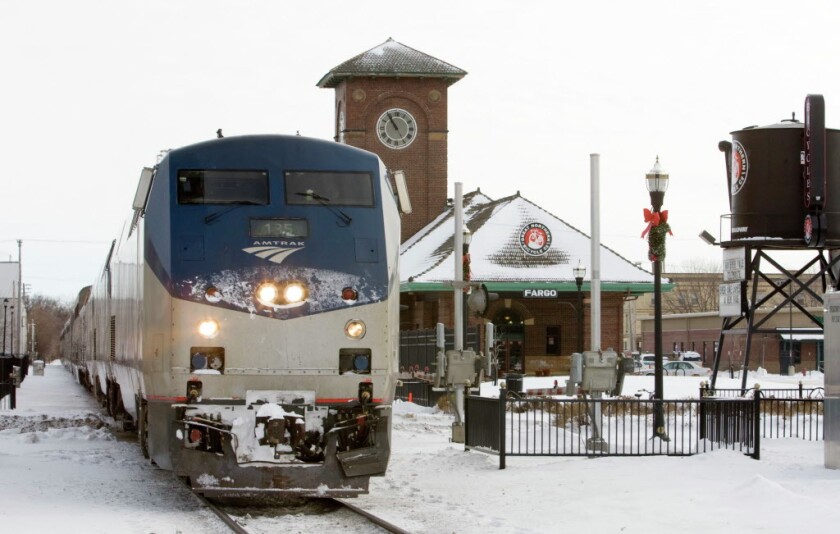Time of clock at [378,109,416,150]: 10:54
